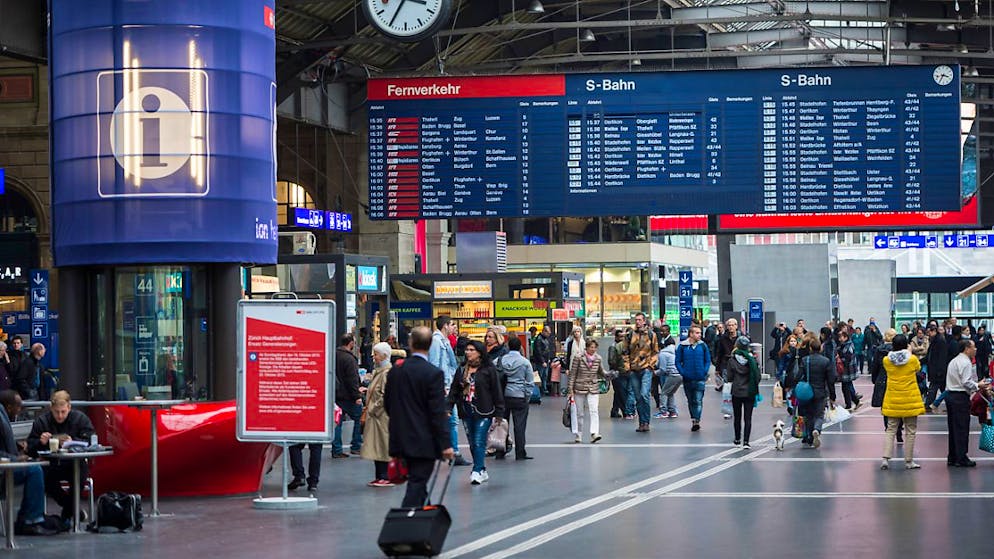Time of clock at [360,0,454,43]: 3:34
